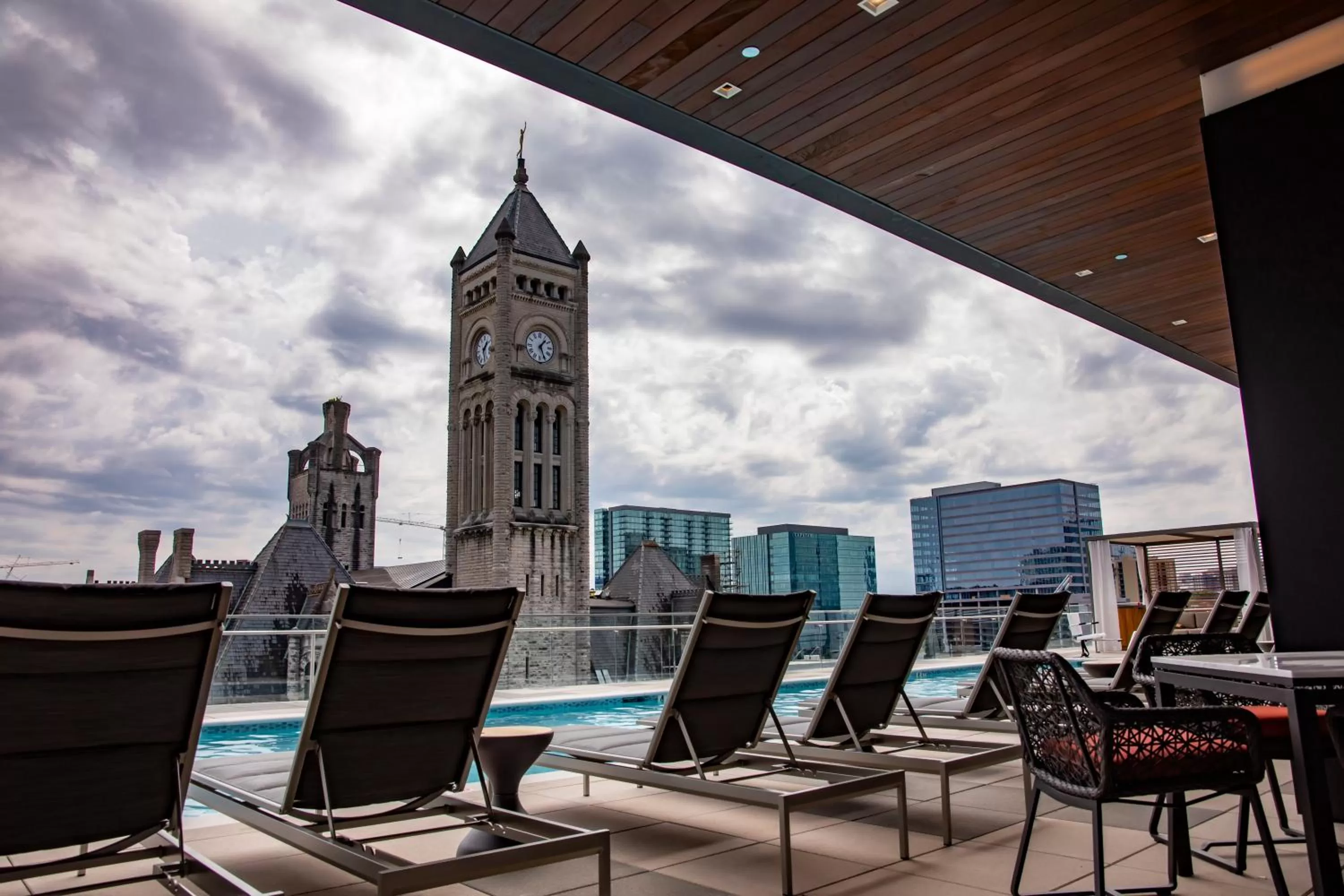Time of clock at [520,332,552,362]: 1:26
